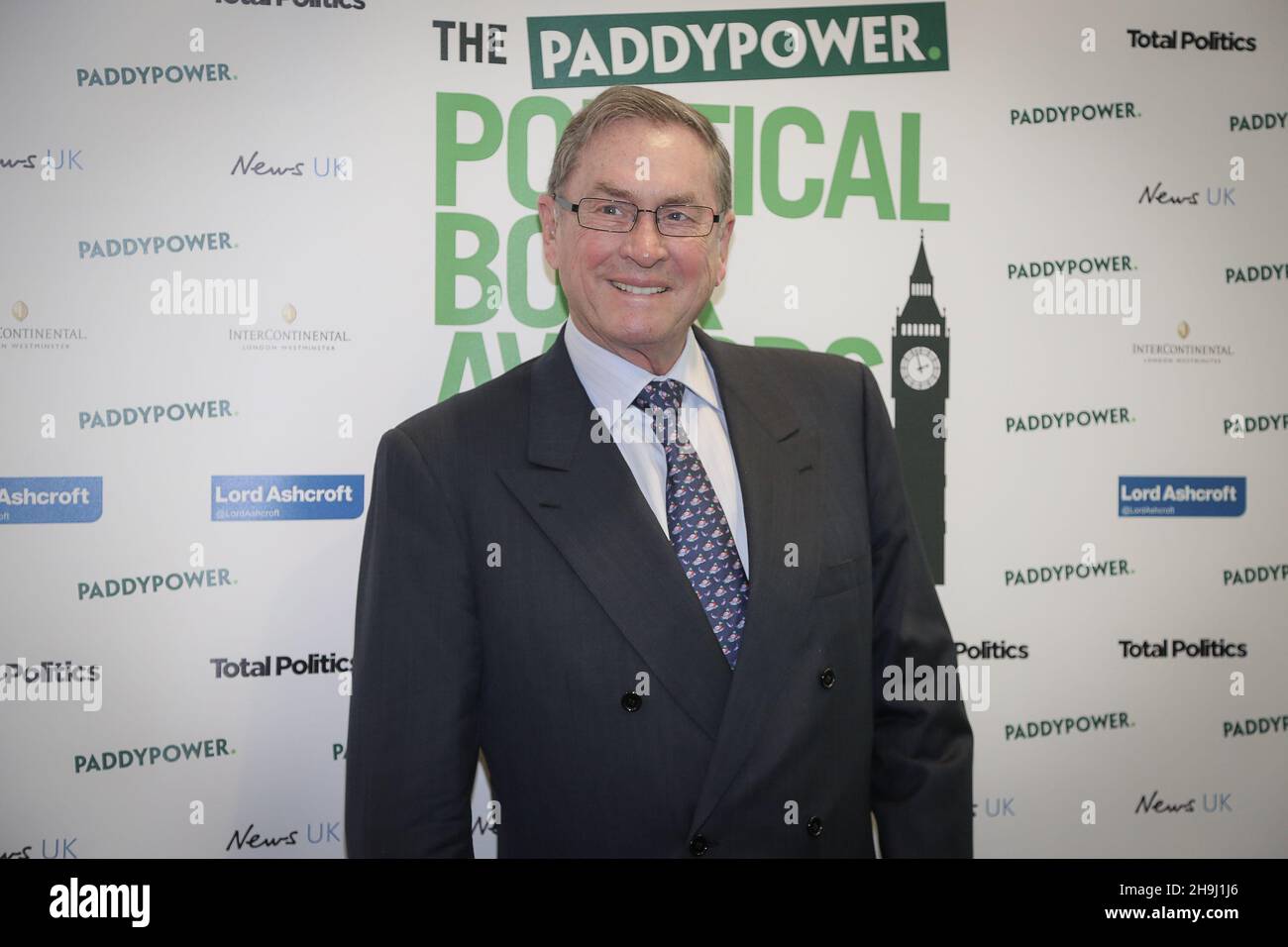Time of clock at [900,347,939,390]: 1:57
